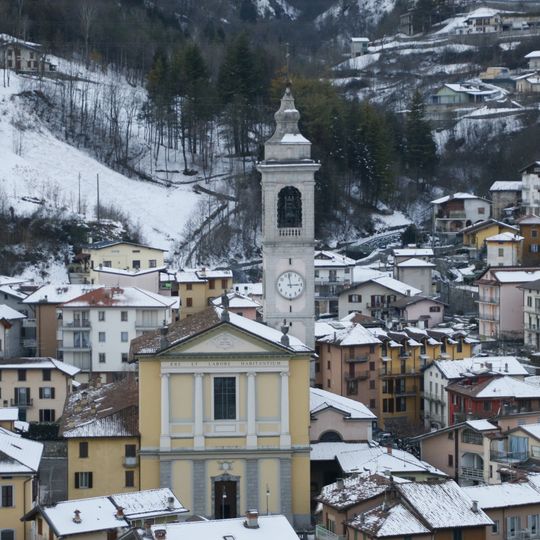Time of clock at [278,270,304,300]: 2:58
